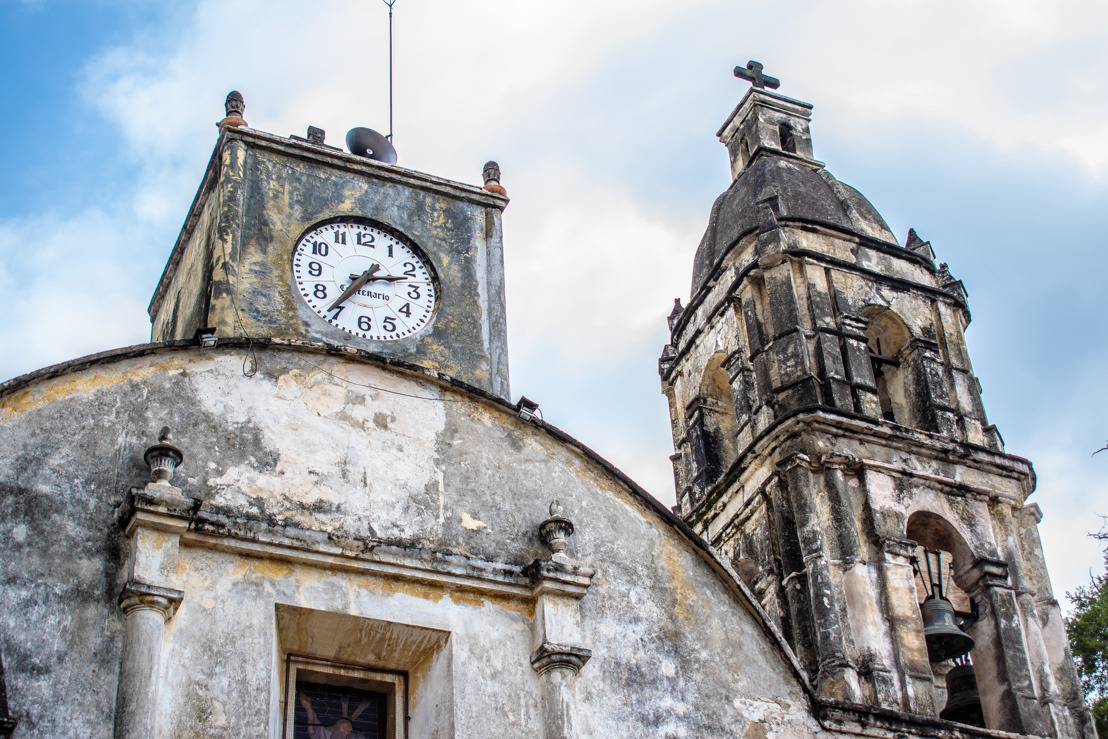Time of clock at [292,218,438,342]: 2:36
